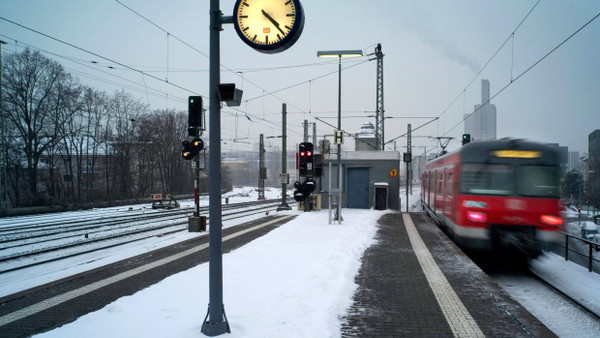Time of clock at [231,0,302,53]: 4:22
